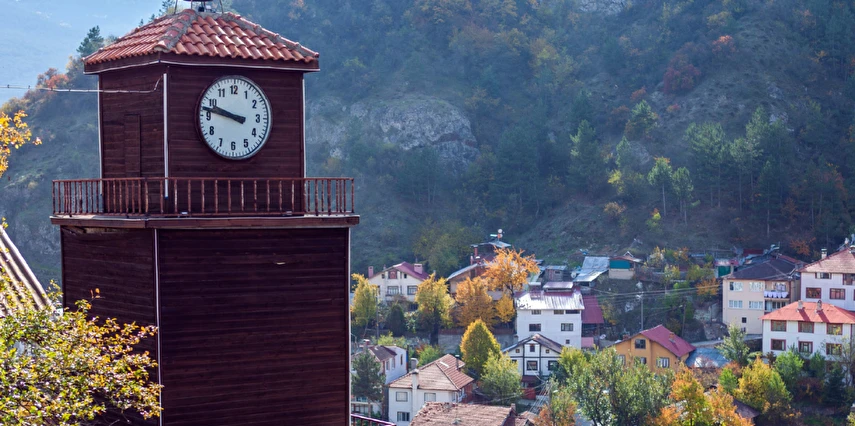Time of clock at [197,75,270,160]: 9:47
